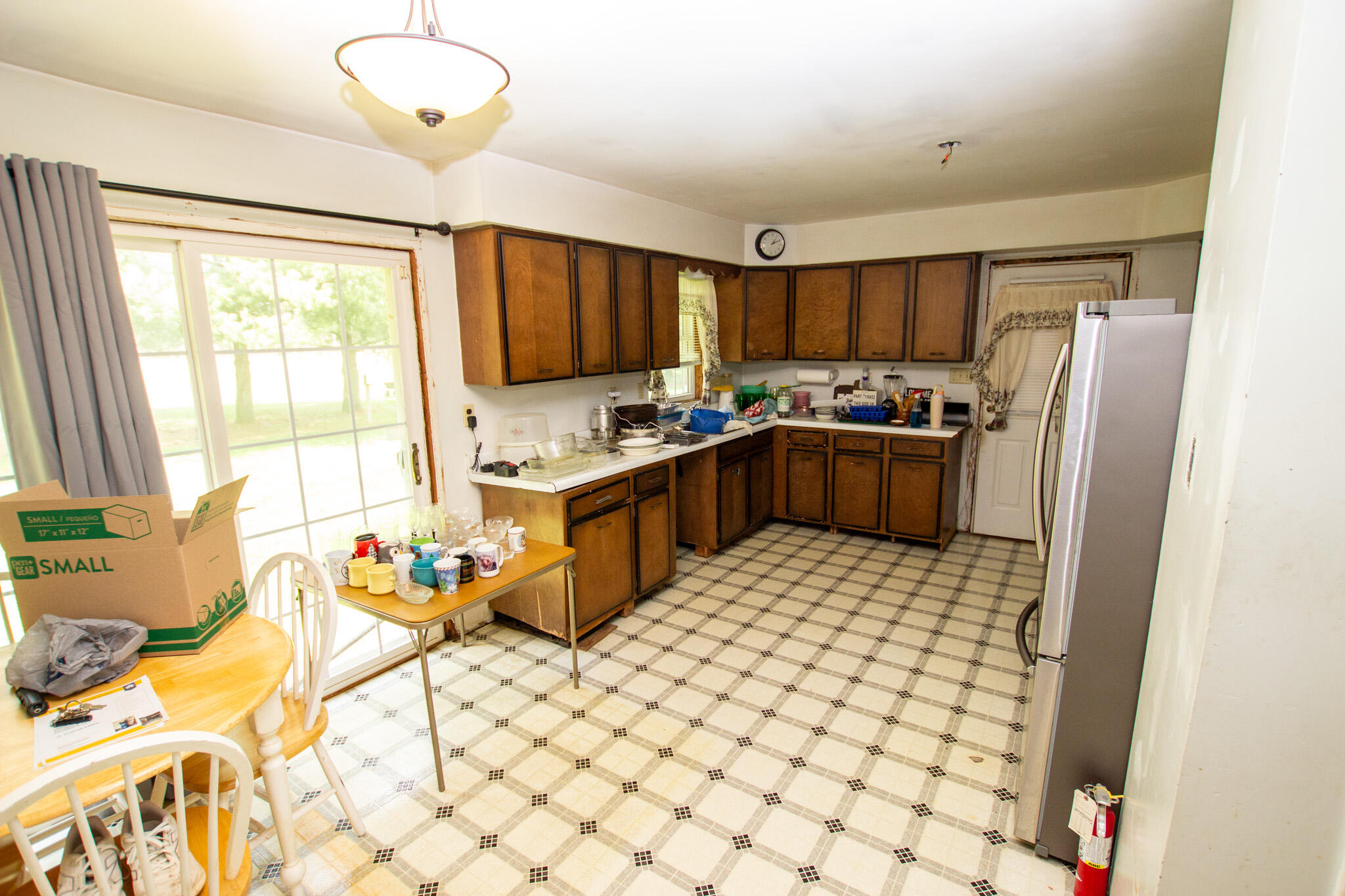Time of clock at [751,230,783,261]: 1:11
